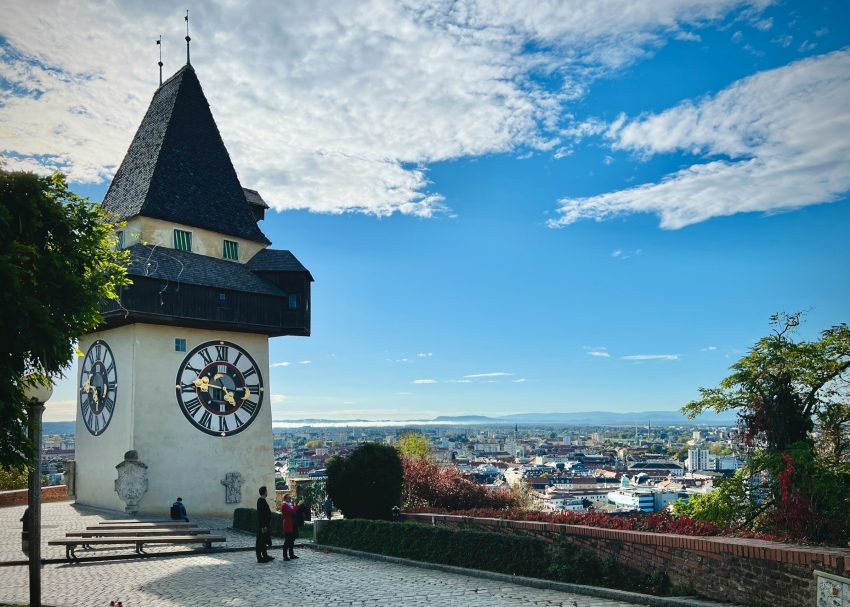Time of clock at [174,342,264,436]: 4:46
